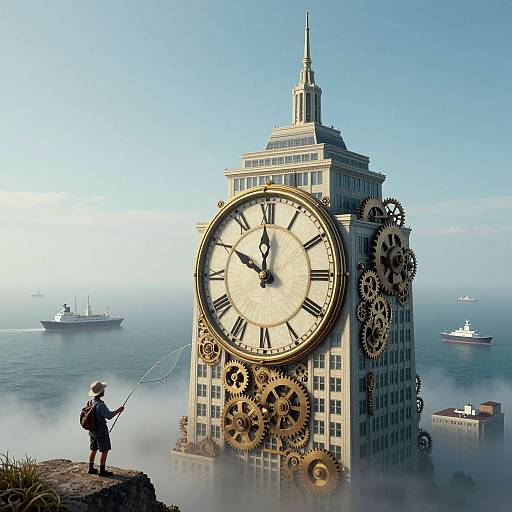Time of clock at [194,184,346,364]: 9:59
